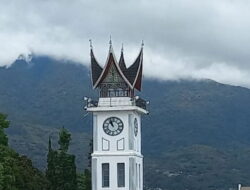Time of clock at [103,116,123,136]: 10:56
